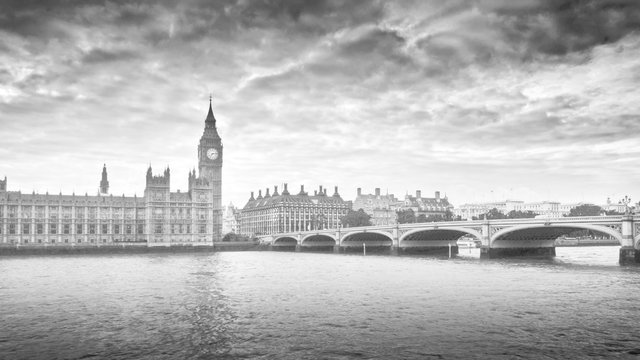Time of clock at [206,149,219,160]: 7:13
